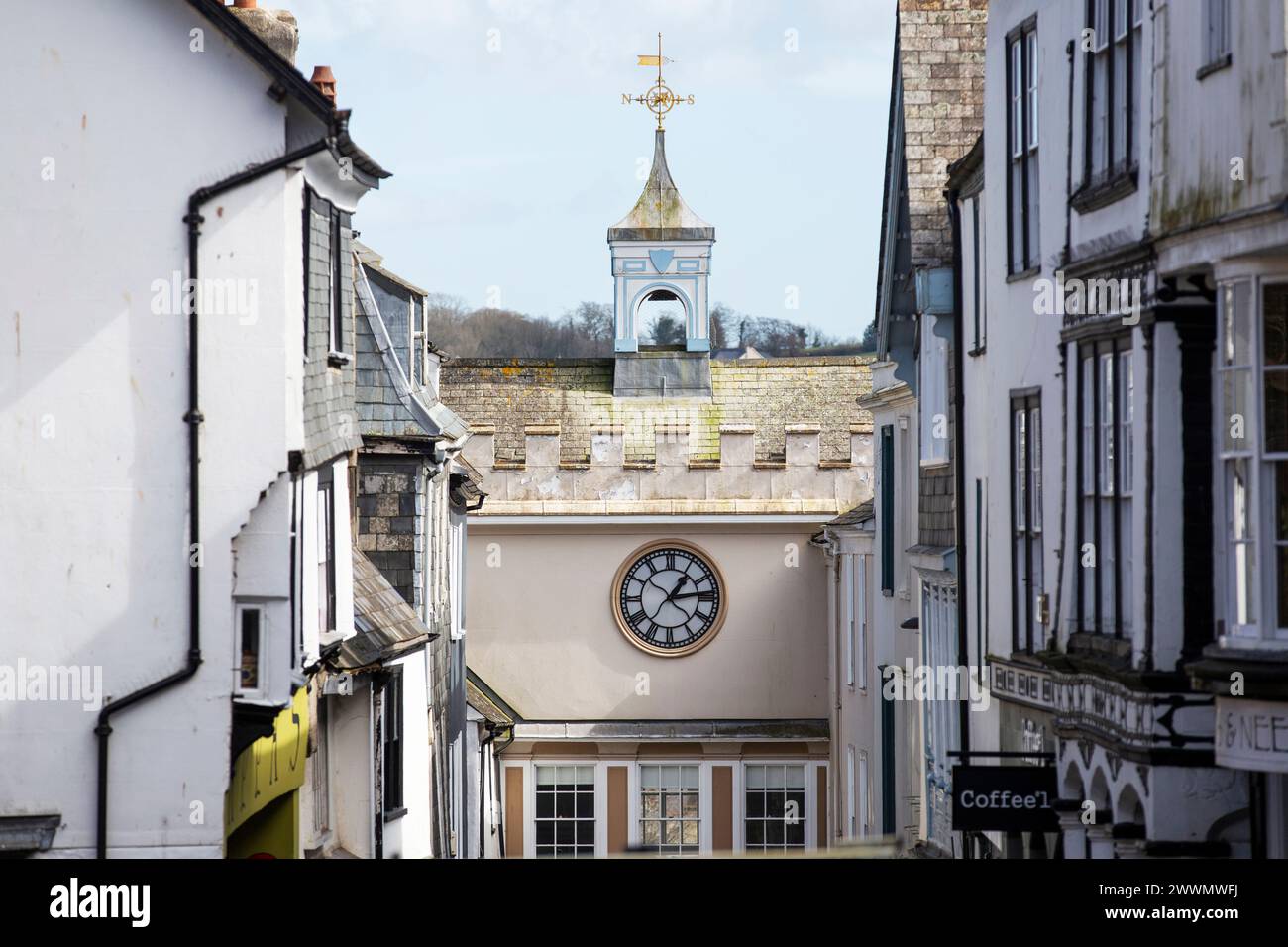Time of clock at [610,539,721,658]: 1:13
